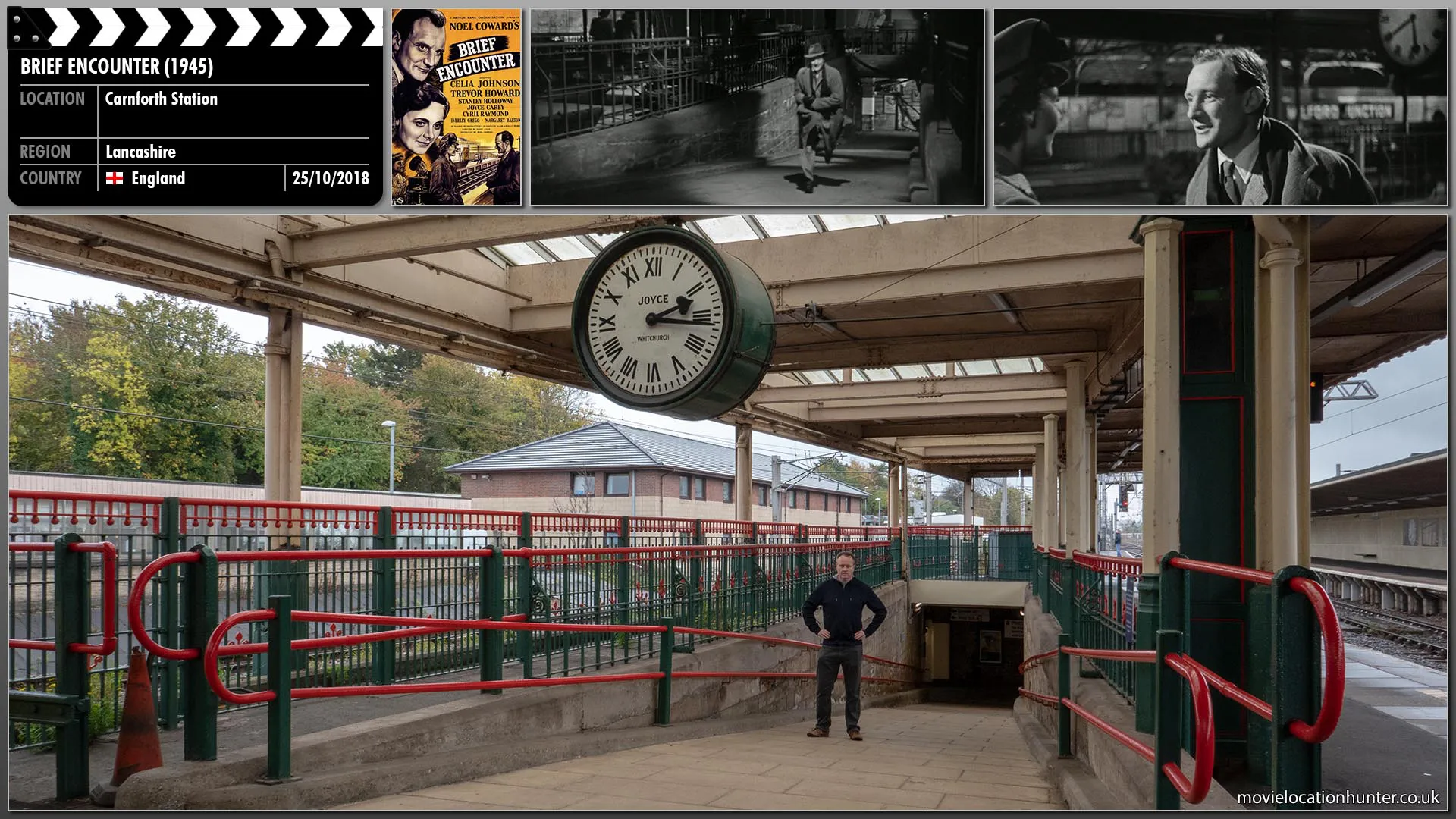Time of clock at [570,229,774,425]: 2:16
